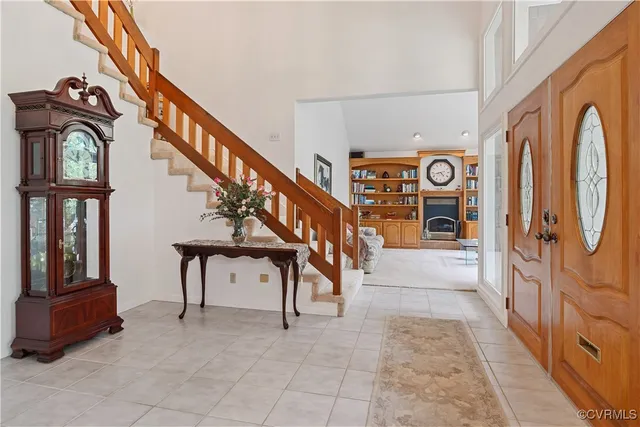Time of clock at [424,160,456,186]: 4:42
